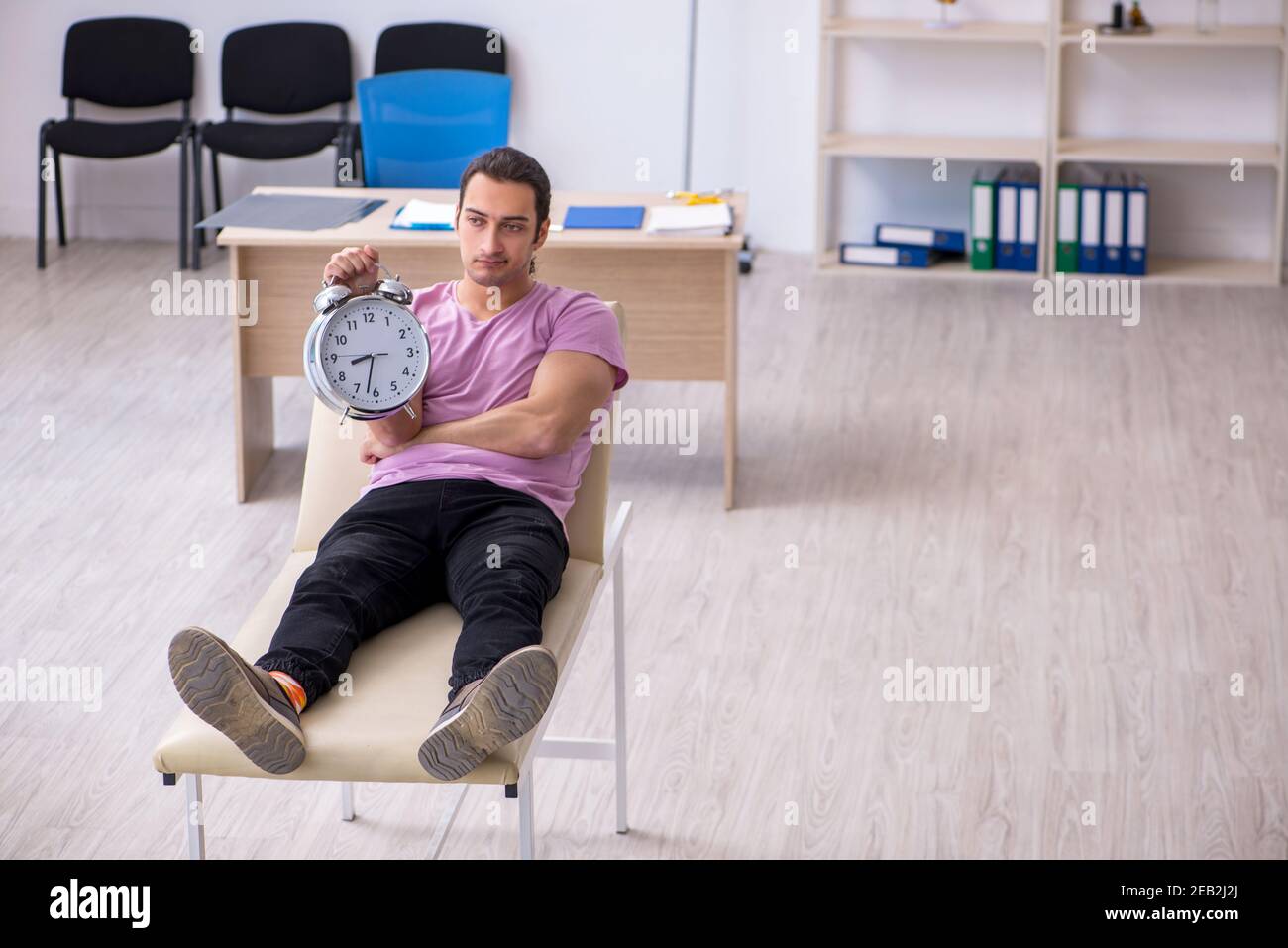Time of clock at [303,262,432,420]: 8:32
